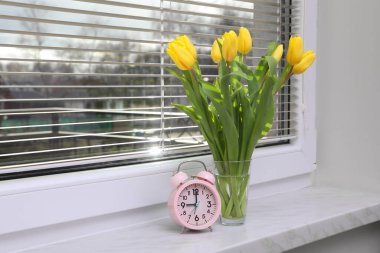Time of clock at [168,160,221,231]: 9:00
